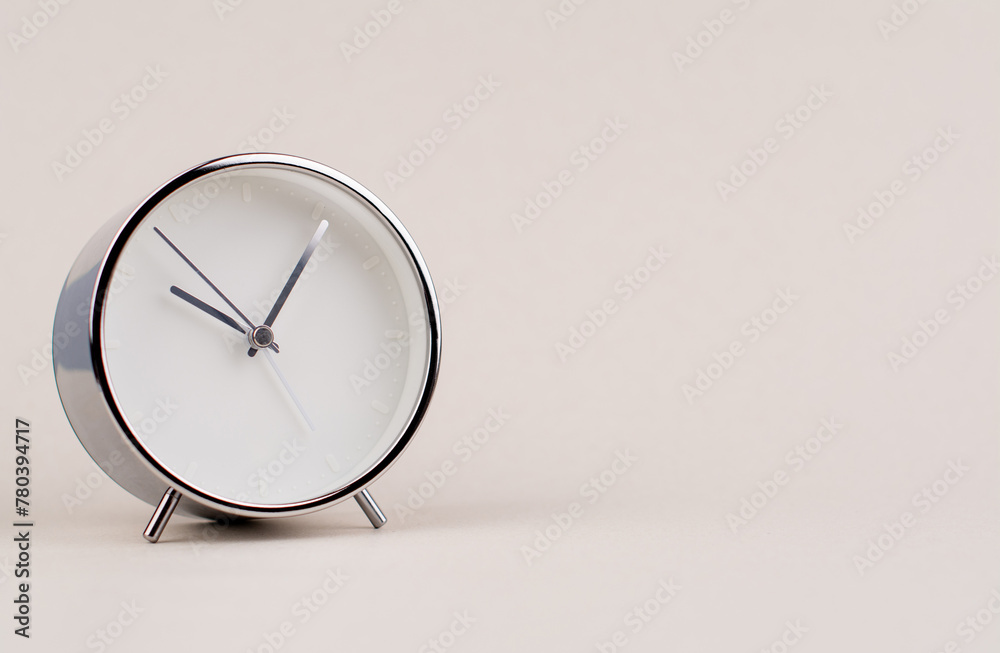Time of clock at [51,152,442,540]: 10:05
